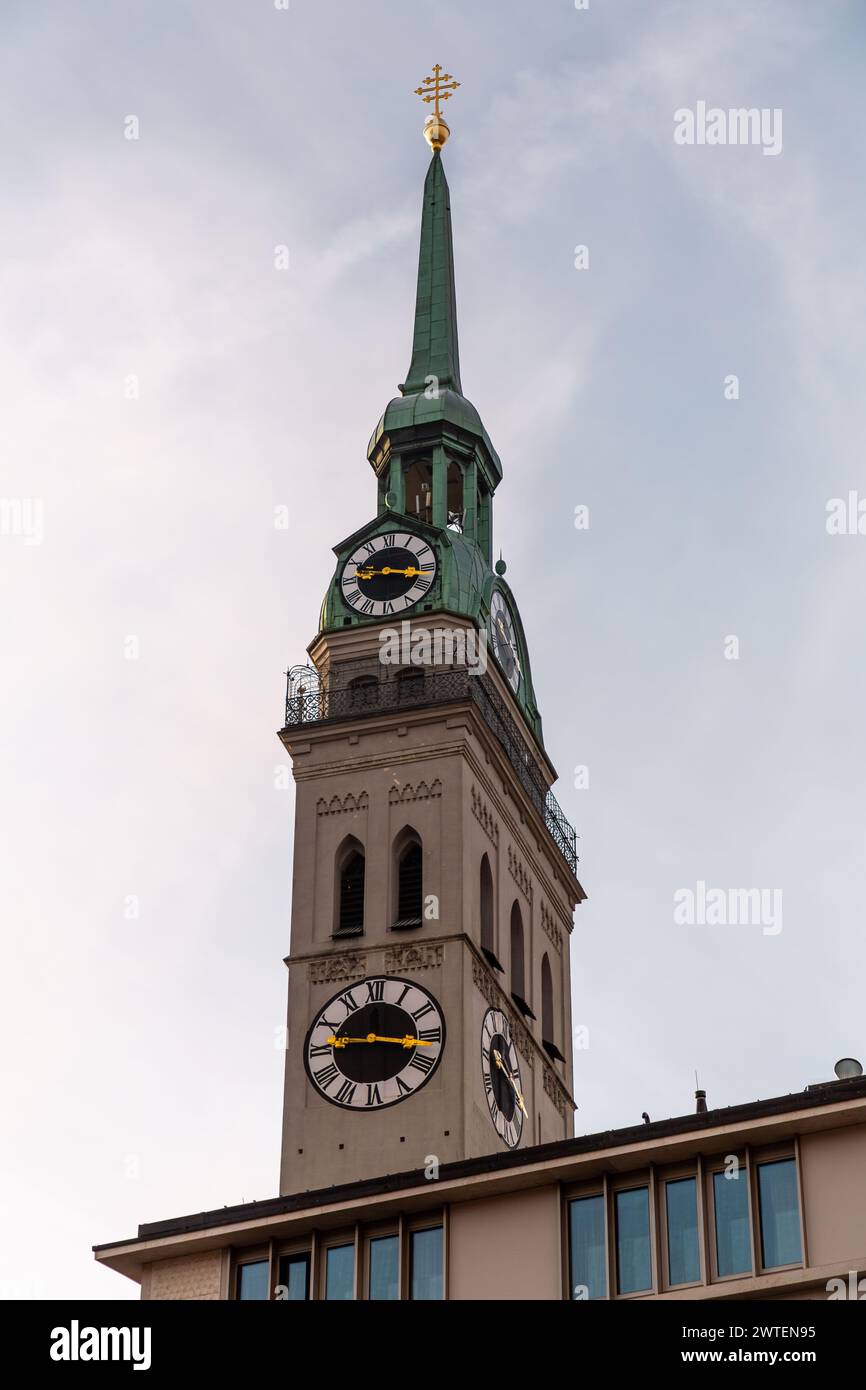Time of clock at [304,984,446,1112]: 12:16
